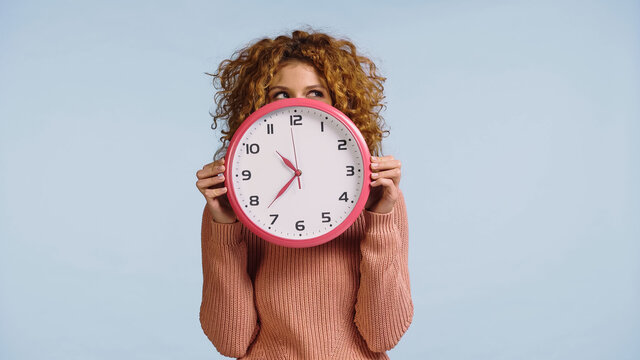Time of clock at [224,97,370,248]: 10:37
